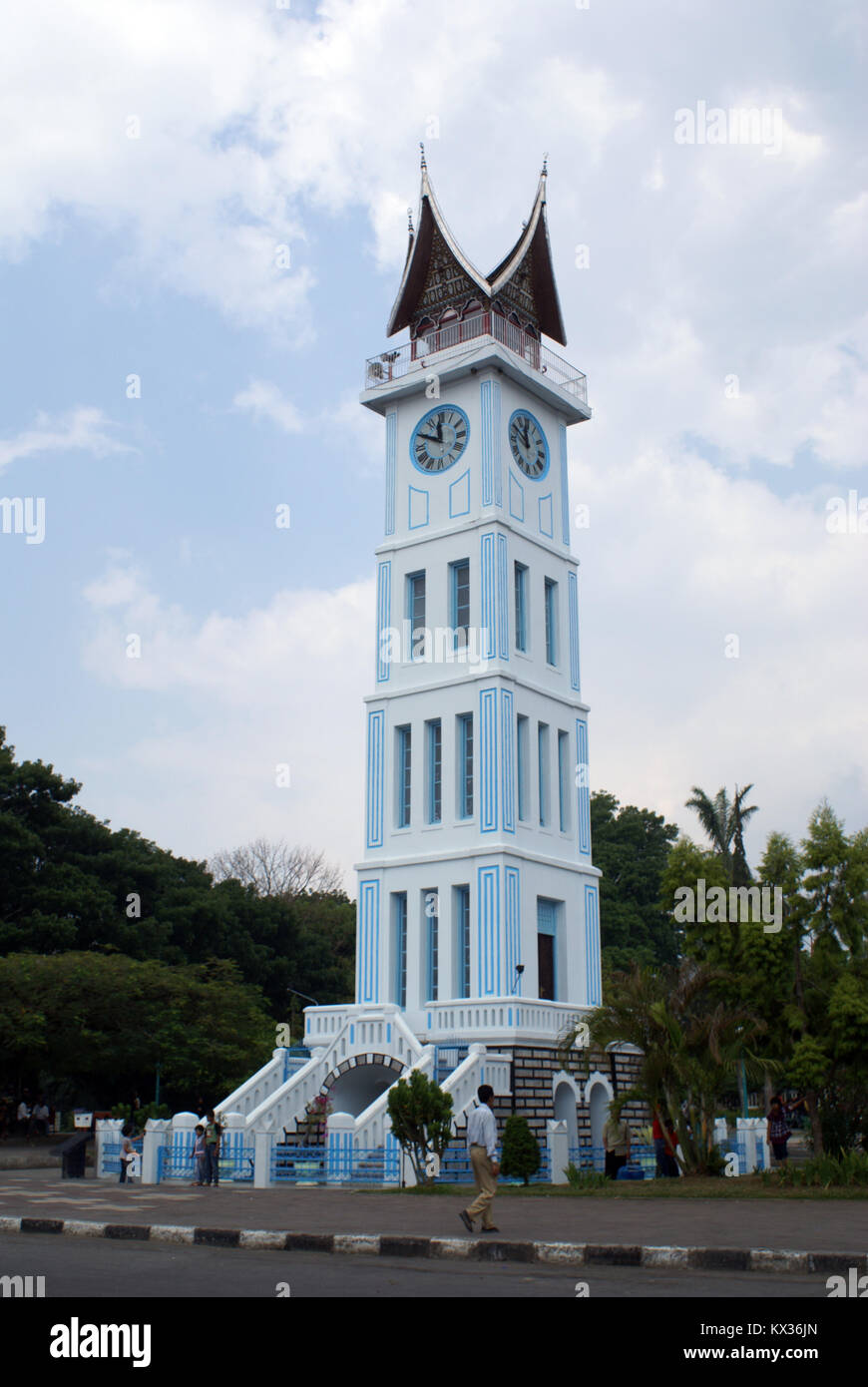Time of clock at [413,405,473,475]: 11:49
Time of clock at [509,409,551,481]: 11:50
